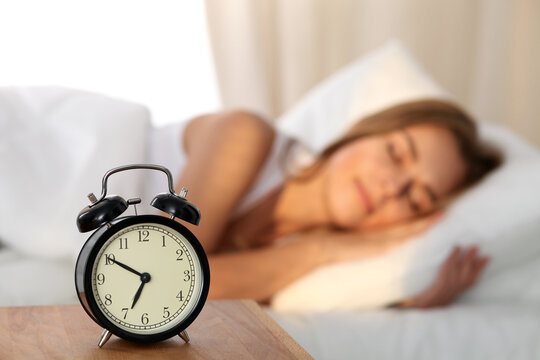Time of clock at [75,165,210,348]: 6:50
